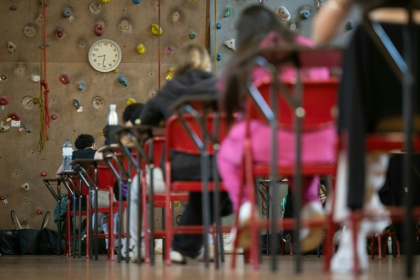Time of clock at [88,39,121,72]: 8:31
